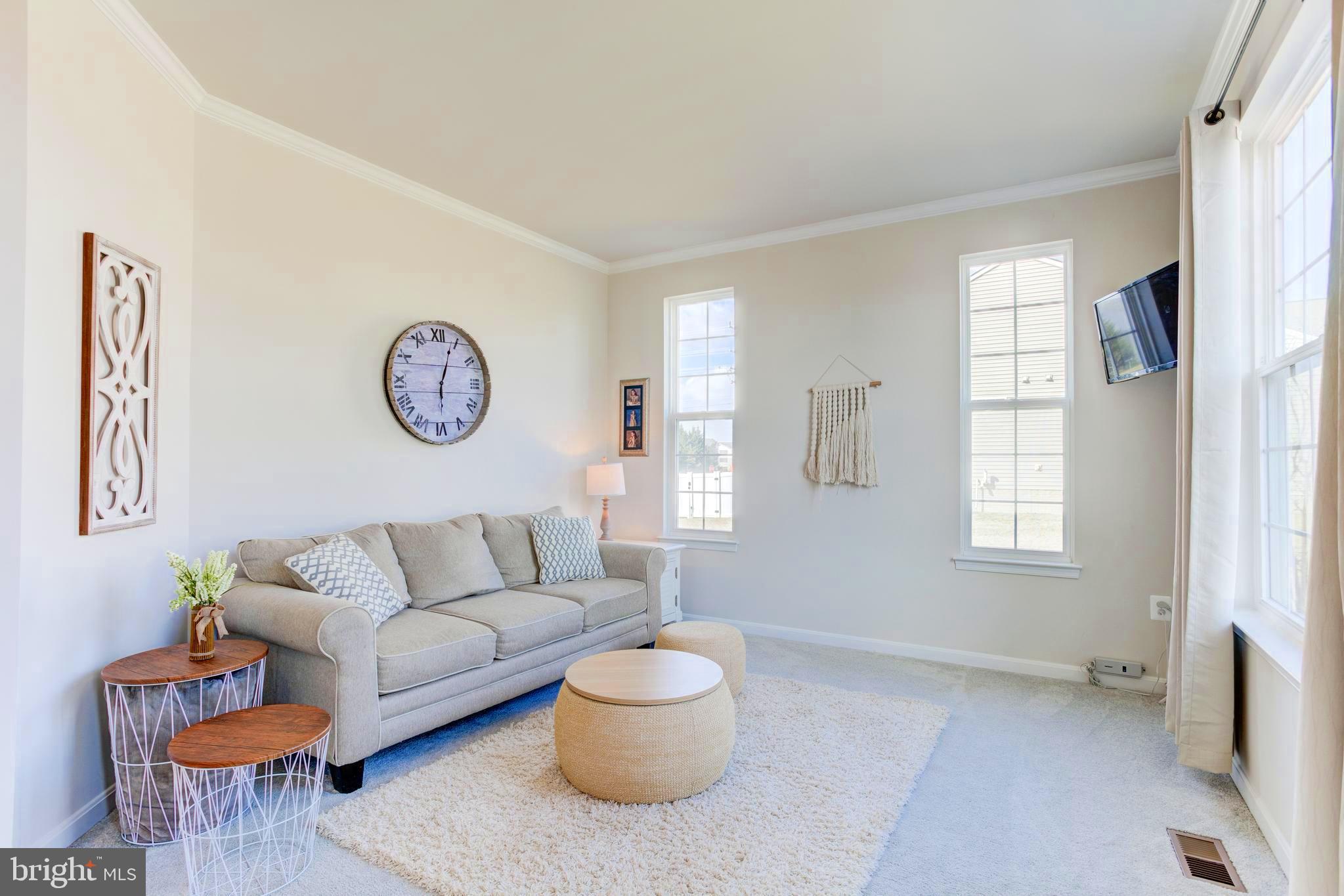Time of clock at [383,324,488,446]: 6:03
